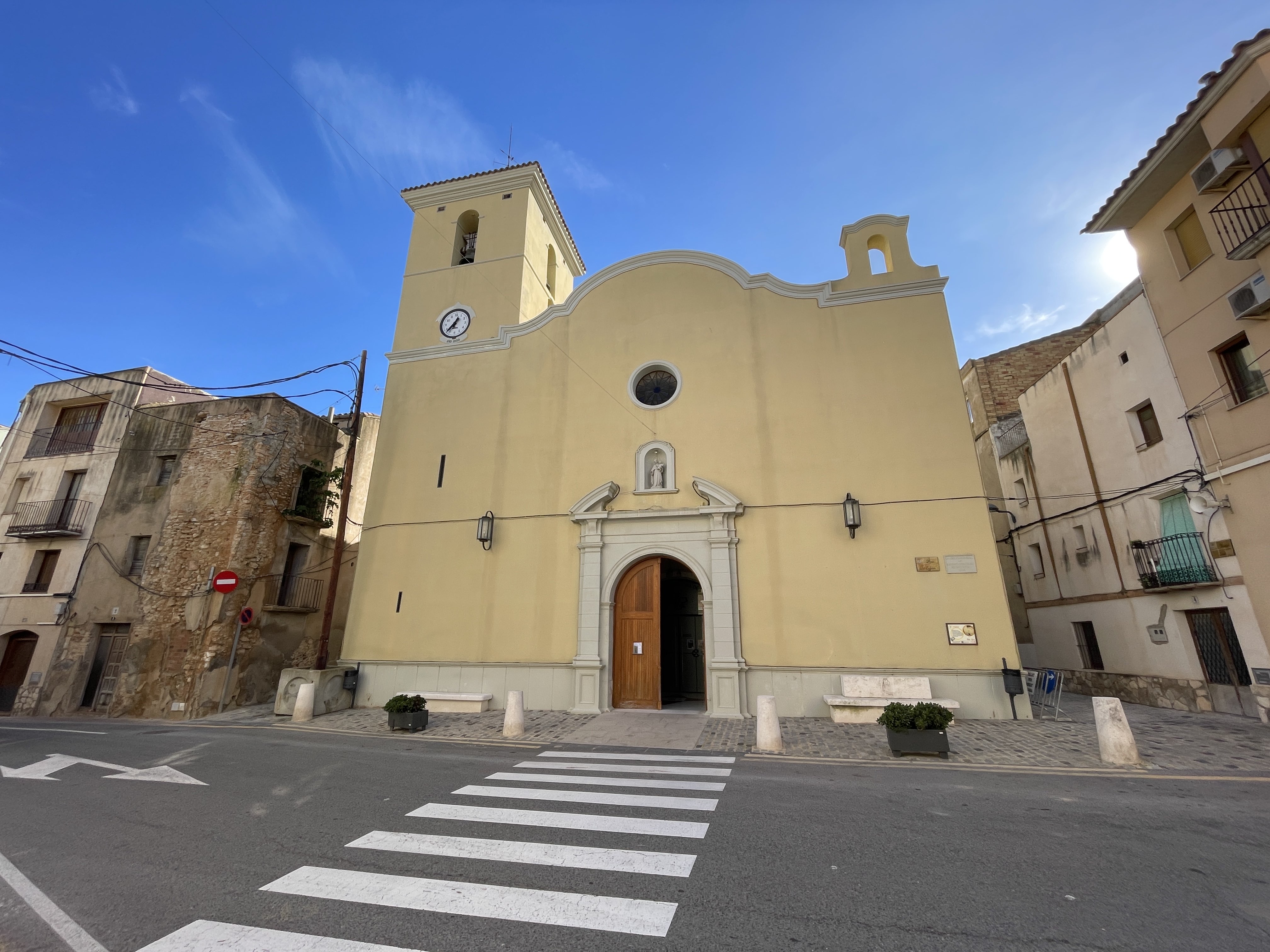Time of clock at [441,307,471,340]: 12:37
